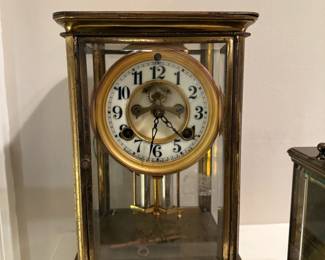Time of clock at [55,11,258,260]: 6:21
